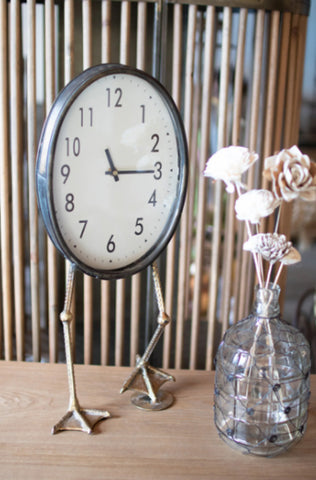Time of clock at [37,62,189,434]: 11:14
